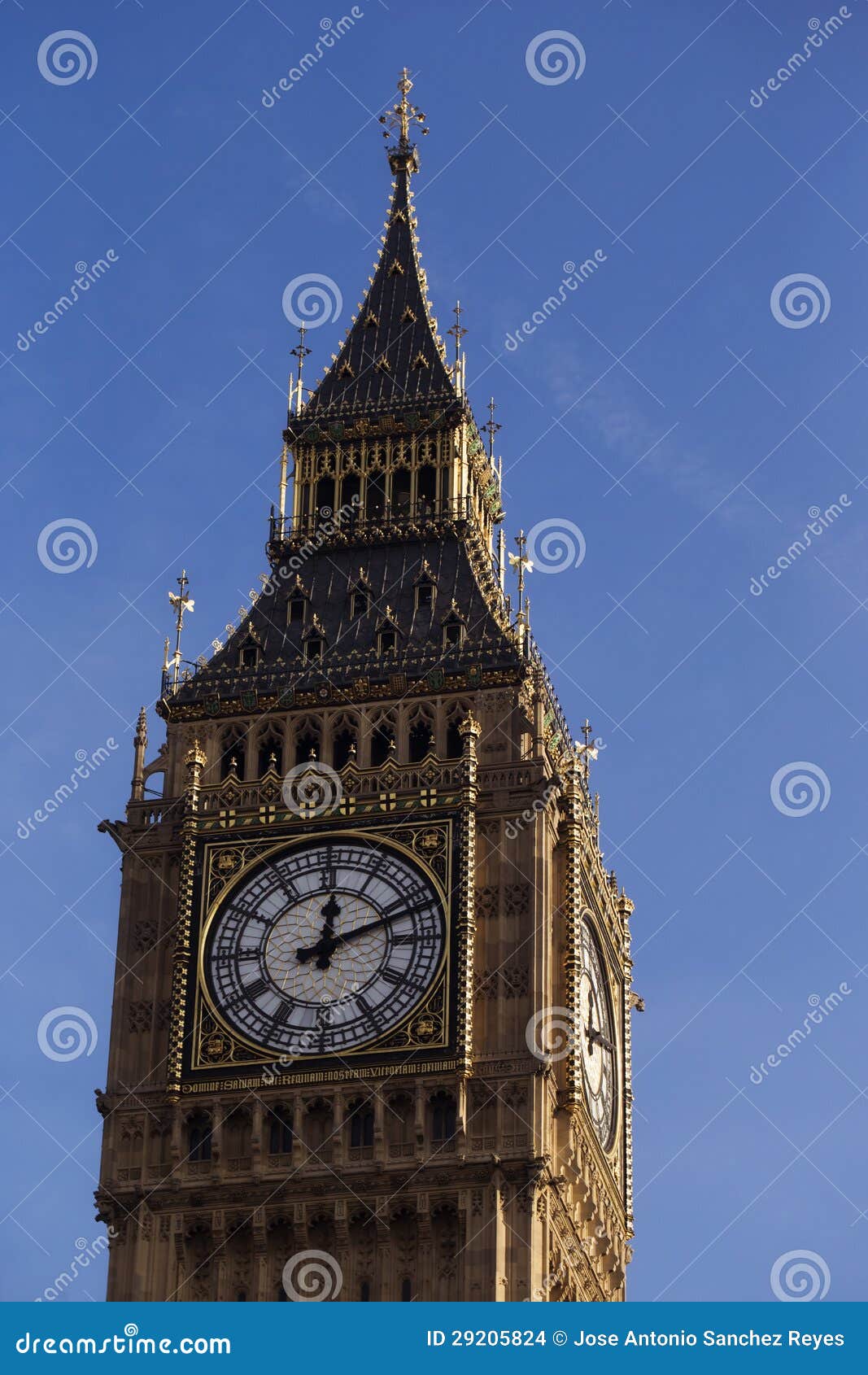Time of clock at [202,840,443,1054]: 12:11
